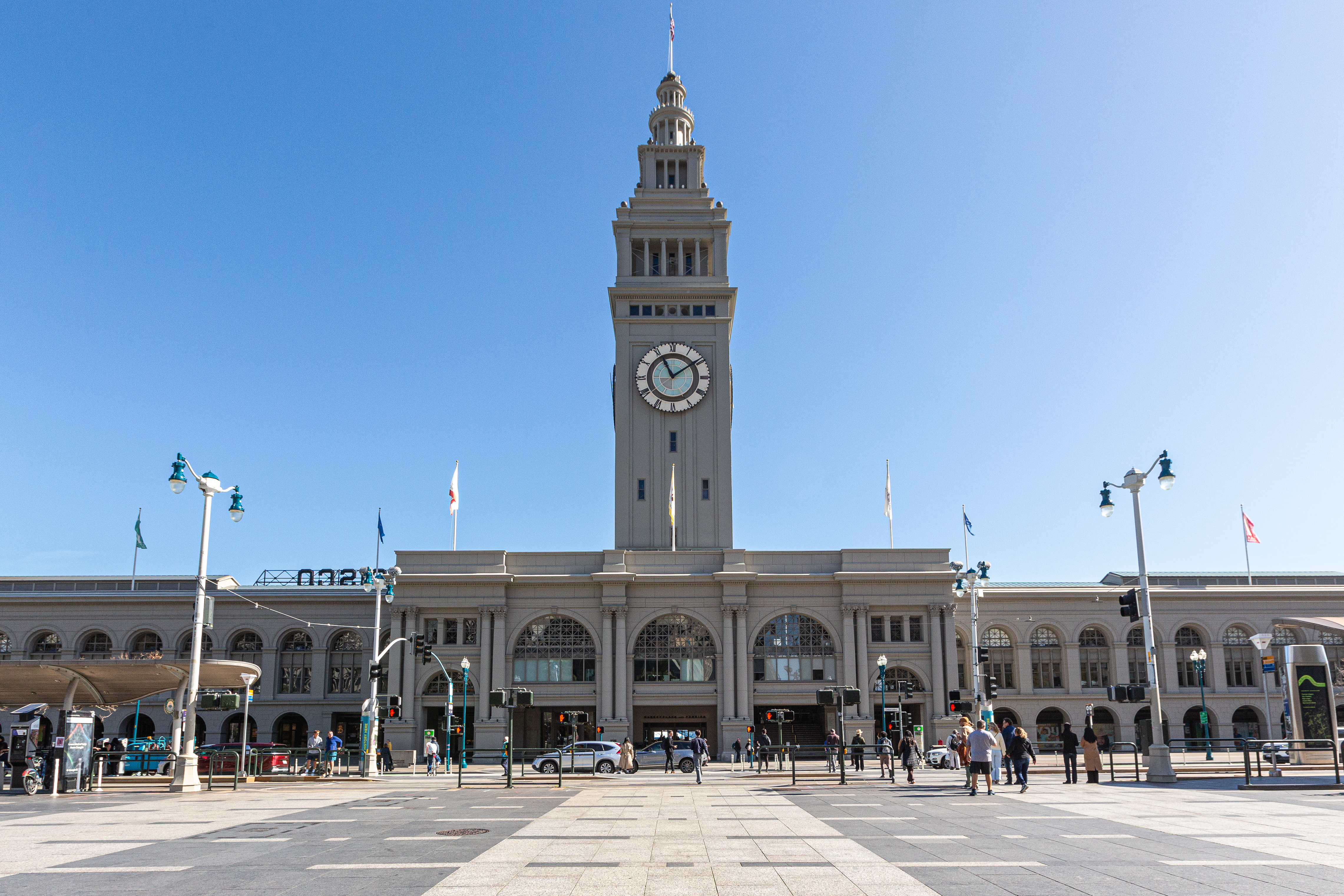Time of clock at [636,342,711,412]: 11:09
